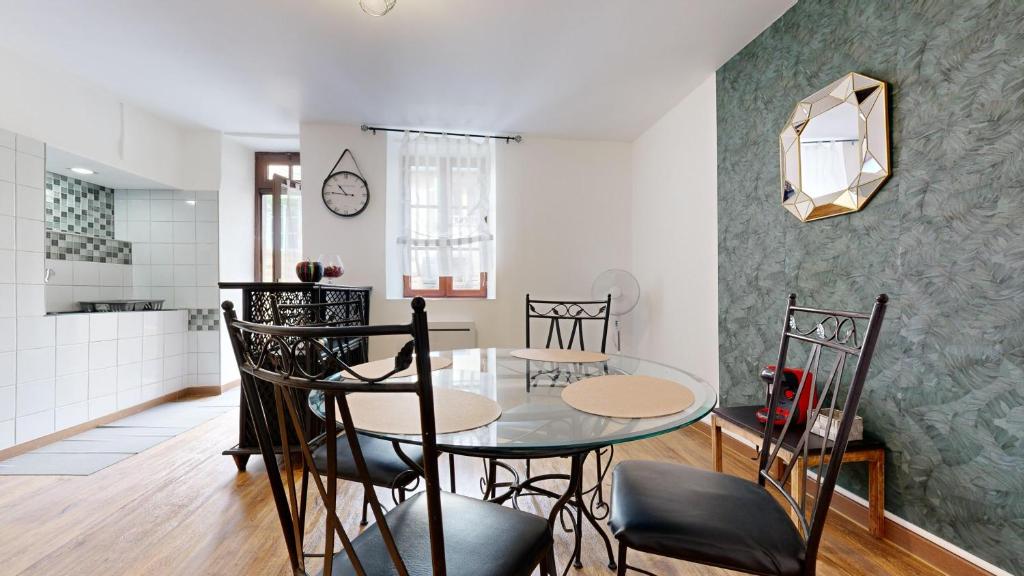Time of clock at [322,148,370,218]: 10:45
